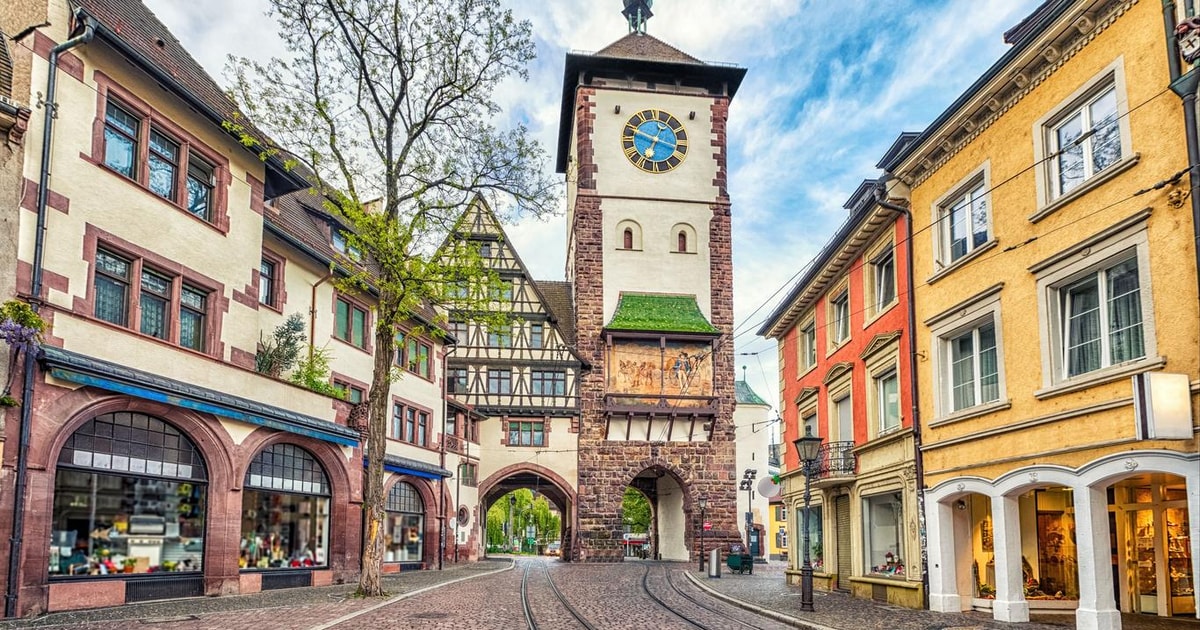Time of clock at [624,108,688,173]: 6:48
